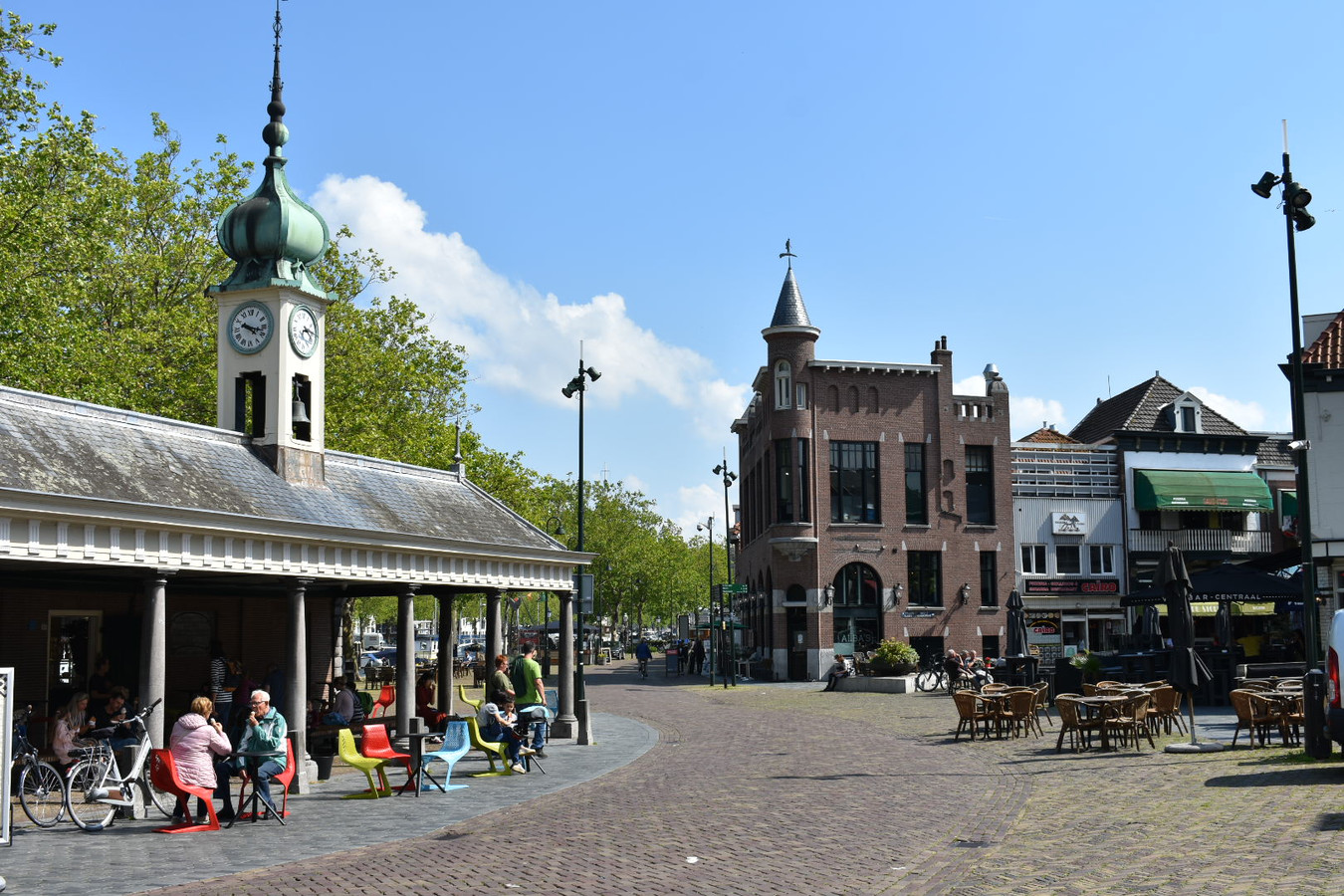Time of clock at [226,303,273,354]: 4:17
